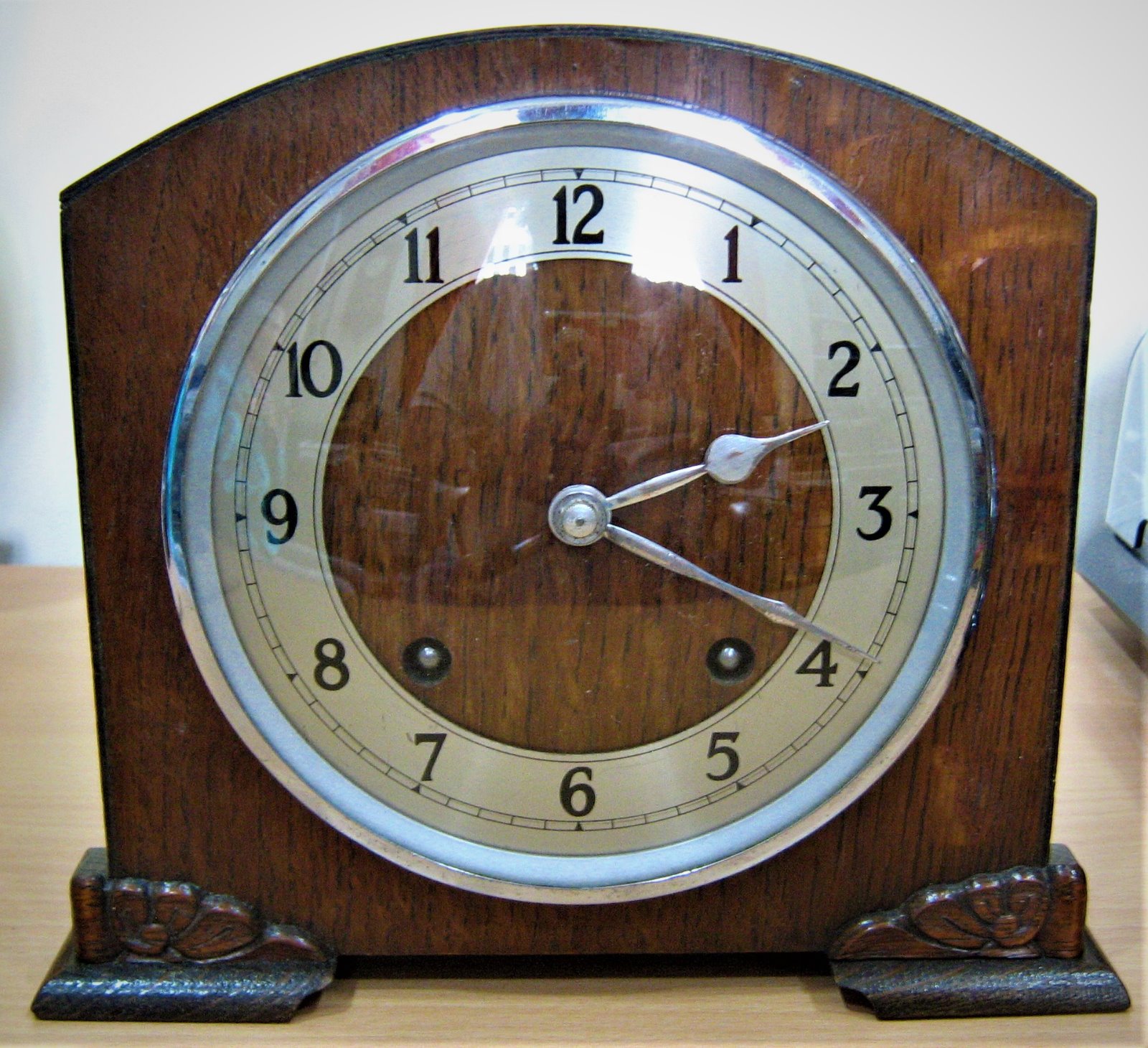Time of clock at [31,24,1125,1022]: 2:19
